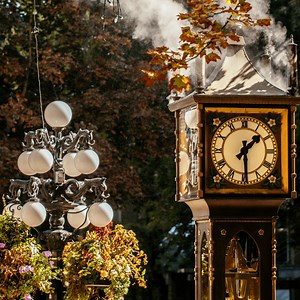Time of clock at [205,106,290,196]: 1:29
